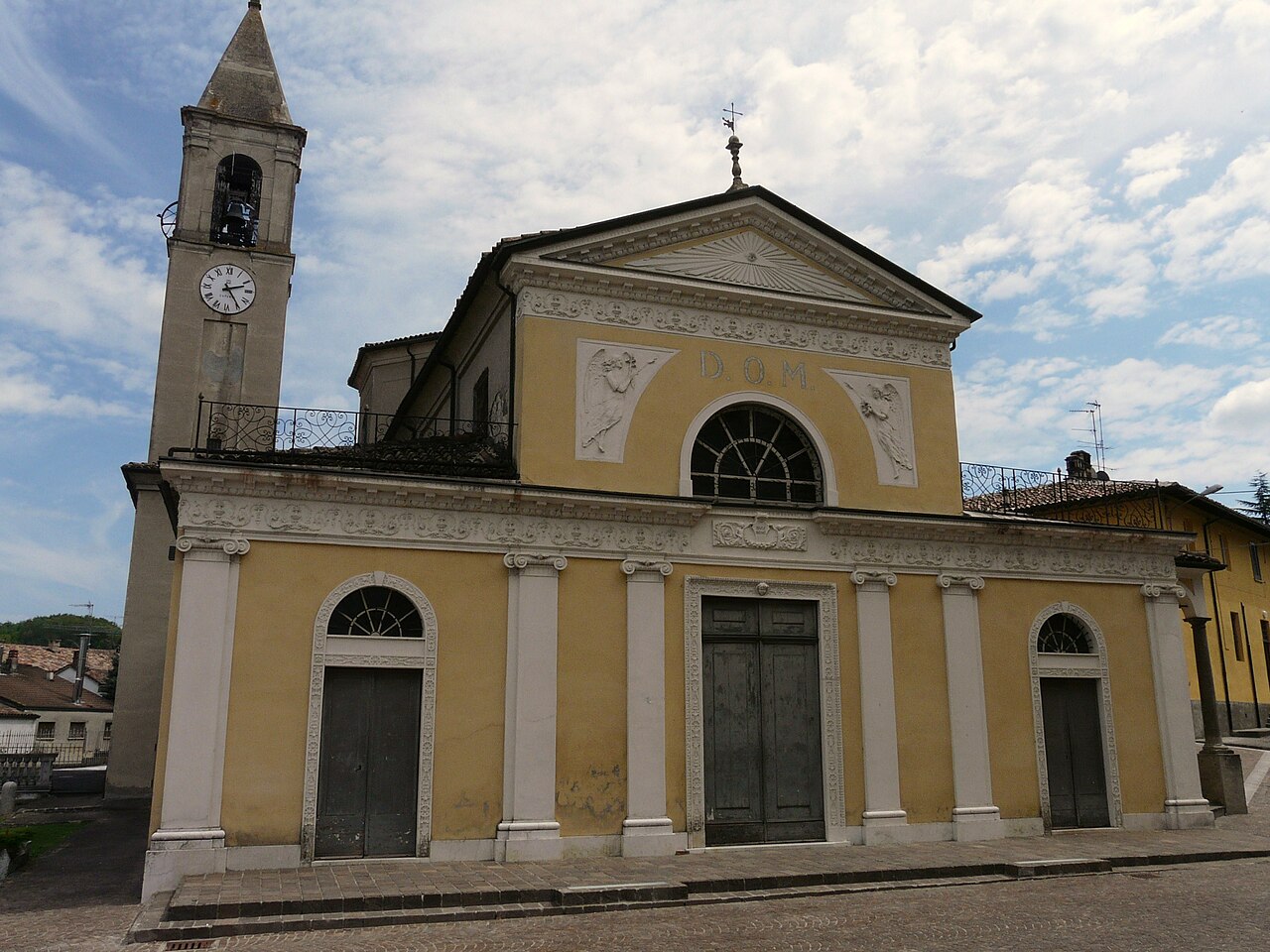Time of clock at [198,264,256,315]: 2:24
